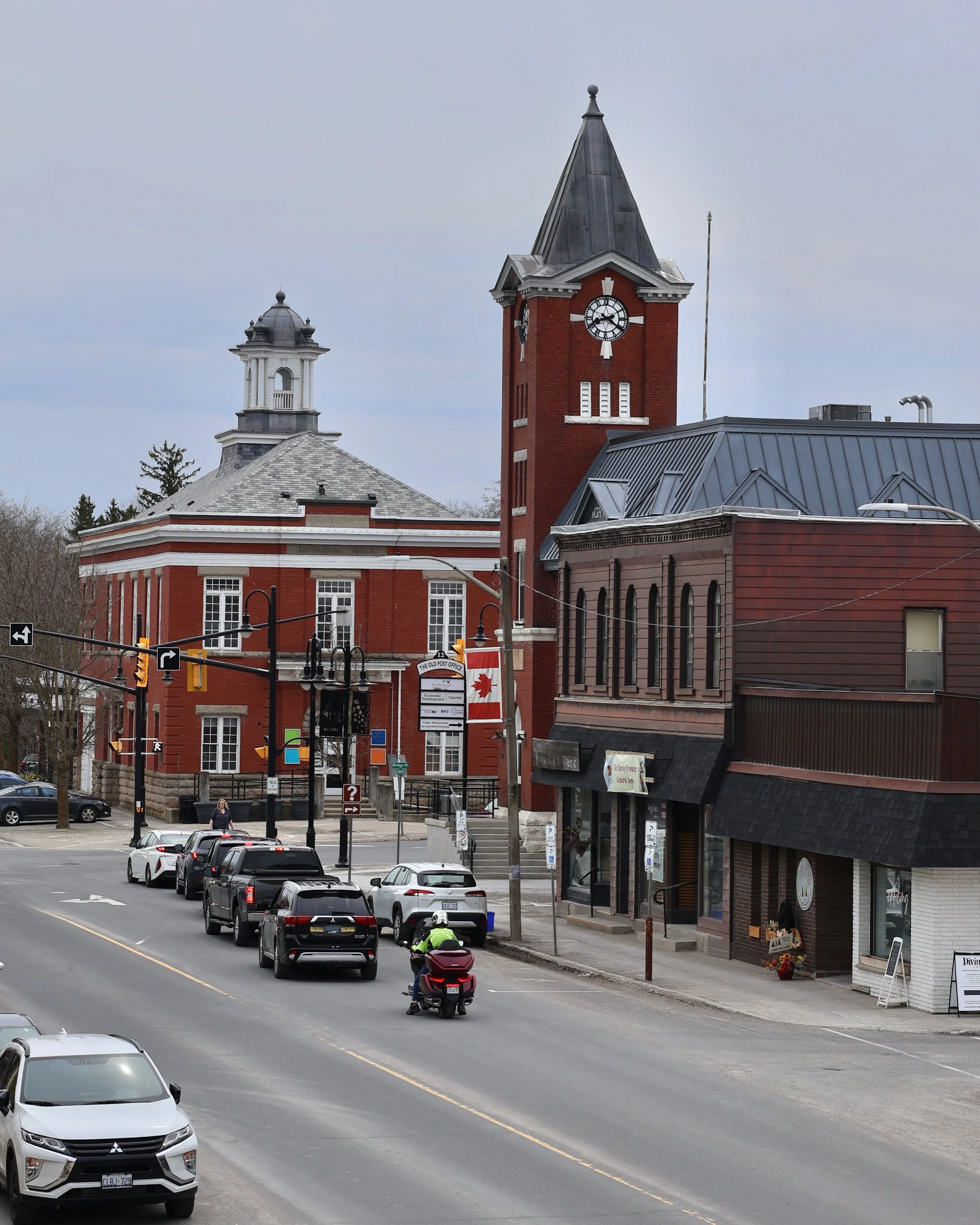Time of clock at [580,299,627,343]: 8:20
